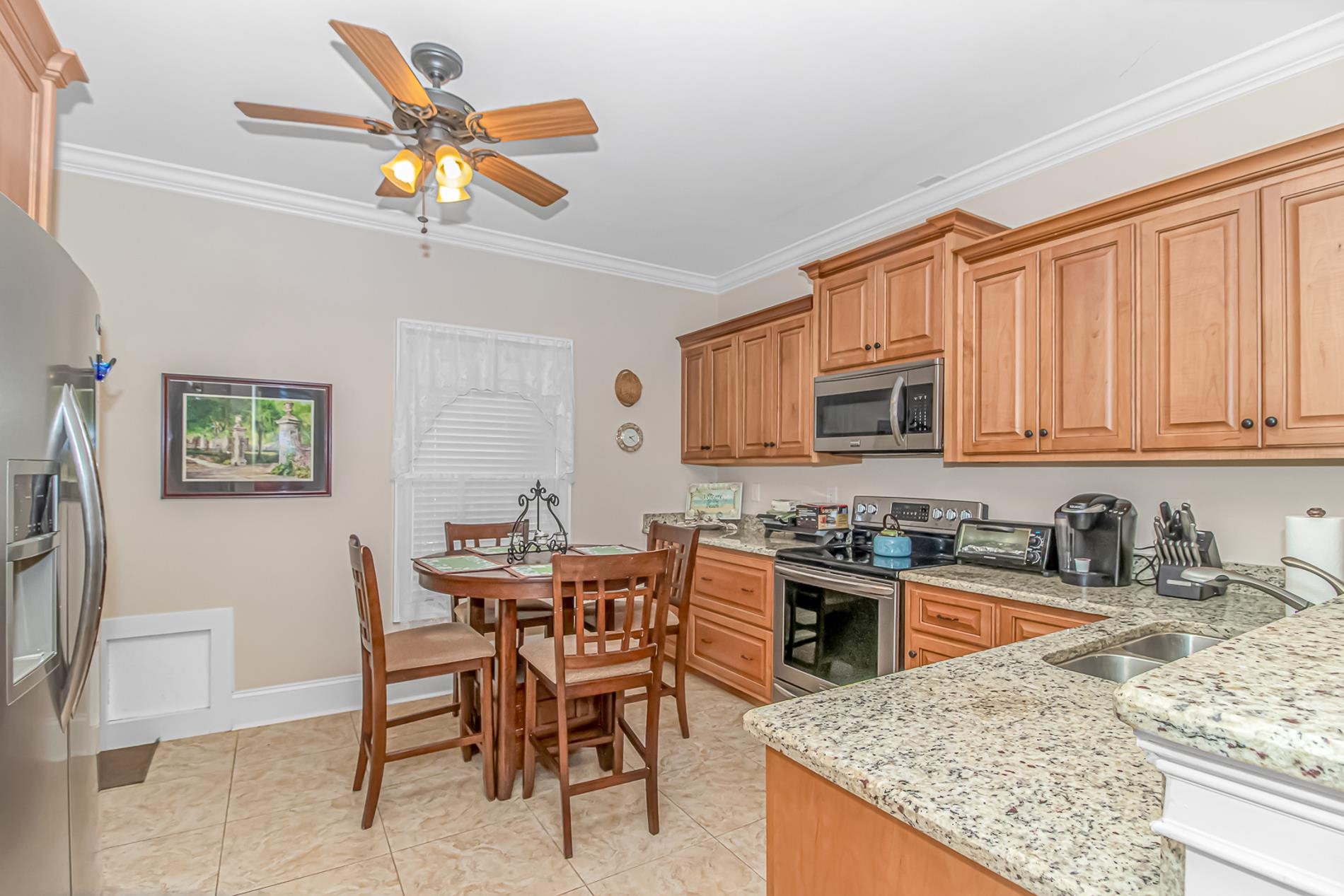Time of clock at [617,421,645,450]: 2:21
